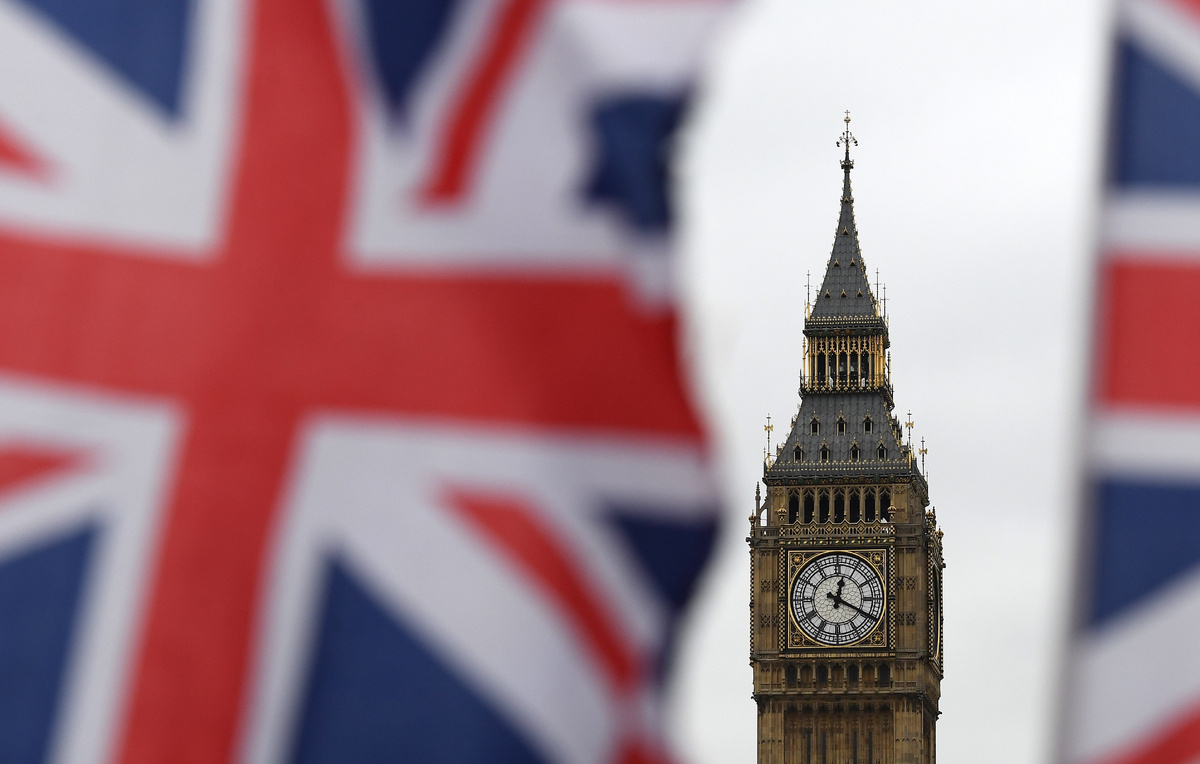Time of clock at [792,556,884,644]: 12:19
